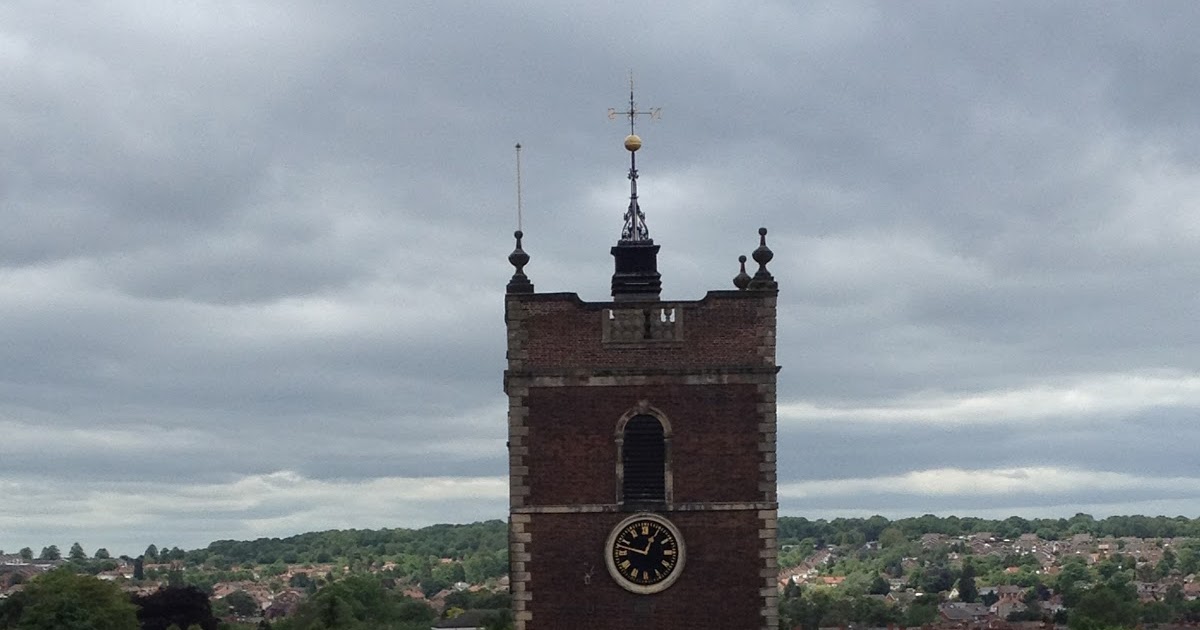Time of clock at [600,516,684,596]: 12:47
